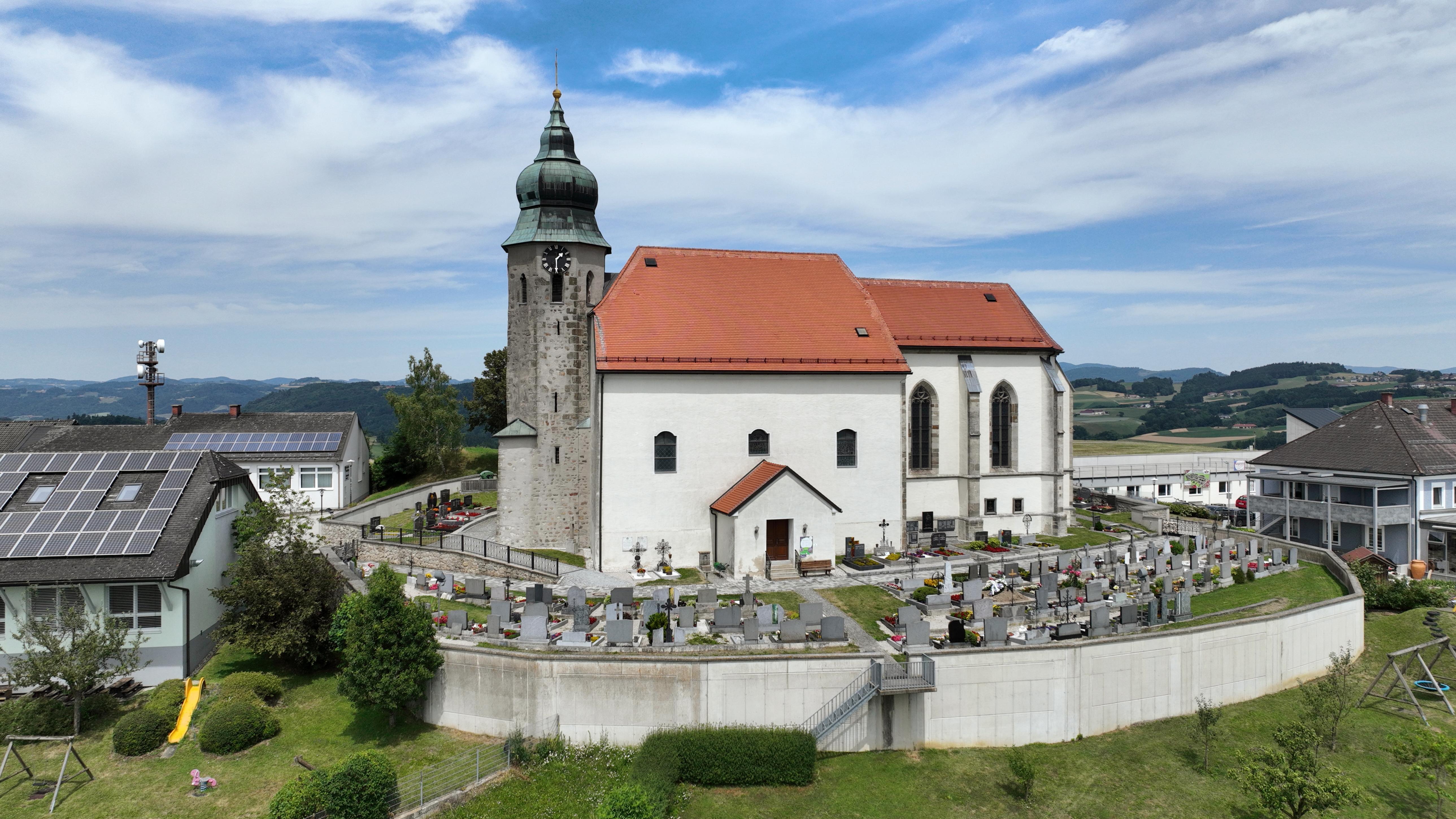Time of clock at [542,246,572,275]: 1:30
